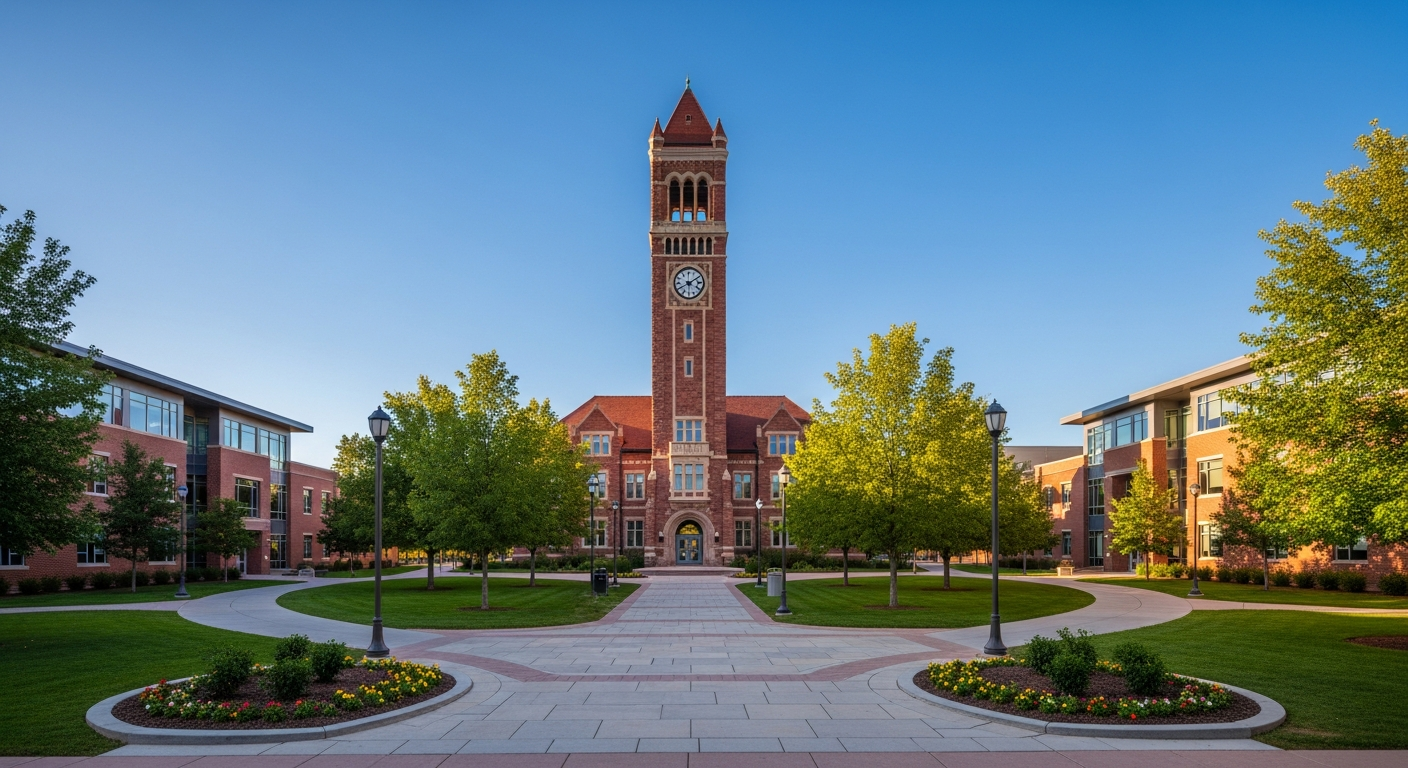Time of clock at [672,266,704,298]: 8:09
